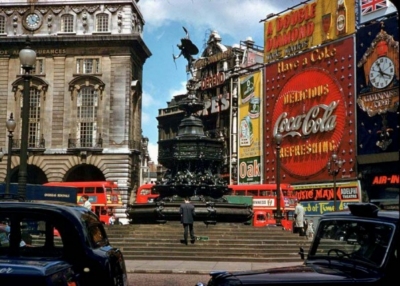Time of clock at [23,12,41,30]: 3:57
